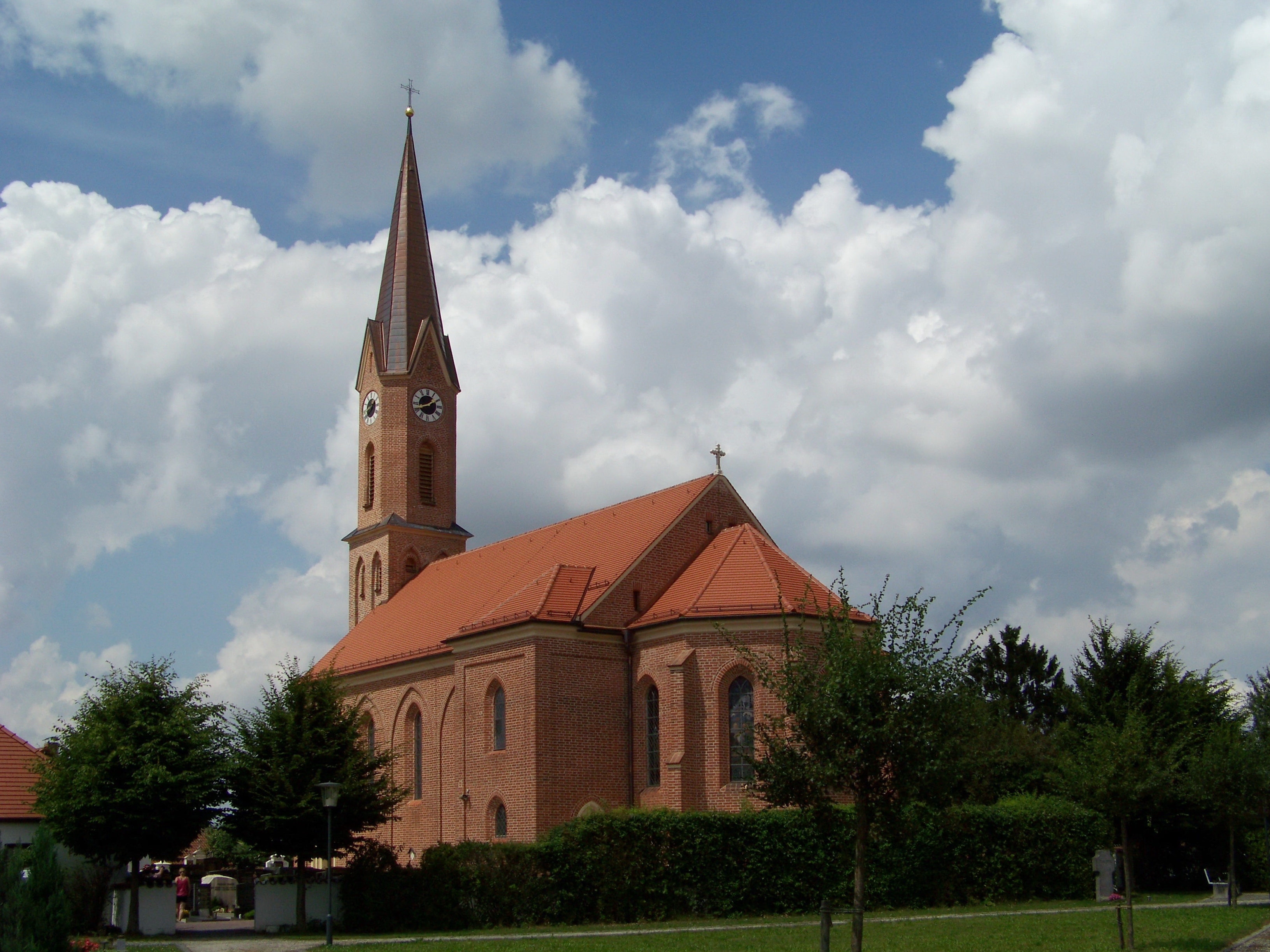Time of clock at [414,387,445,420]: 1:42
